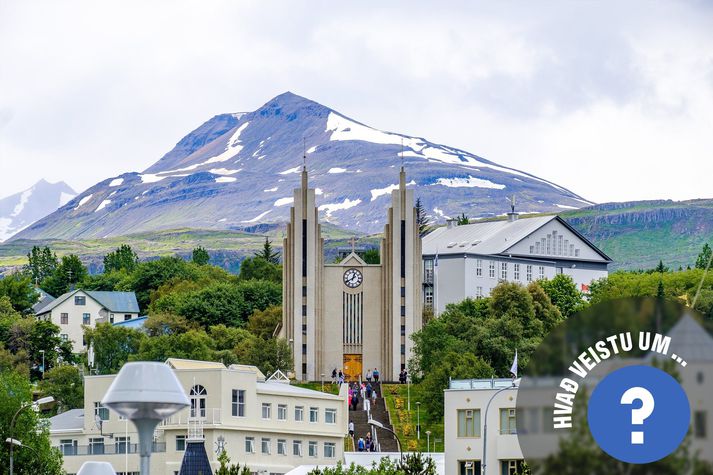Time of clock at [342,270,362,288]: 12:40
